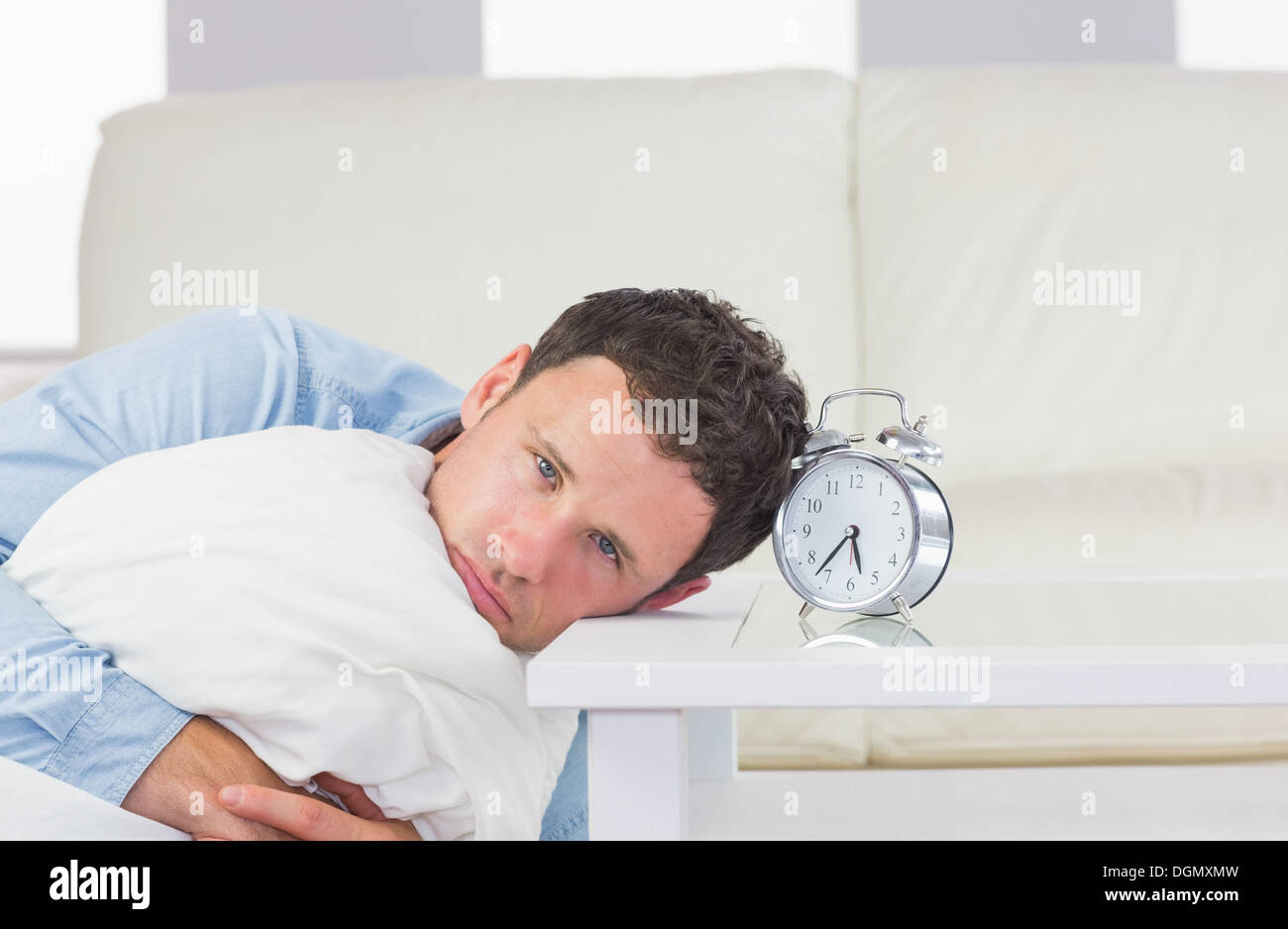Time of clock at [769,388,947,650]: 5:36
